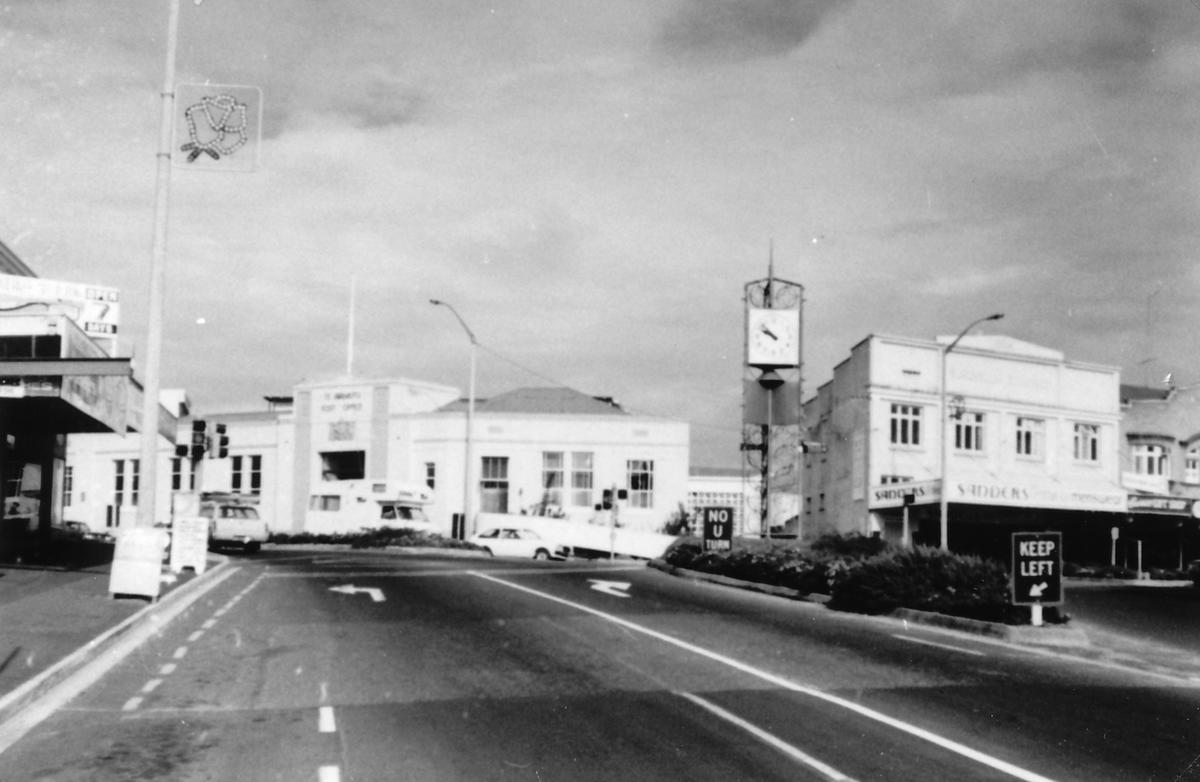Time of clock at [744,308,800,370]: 9:51
